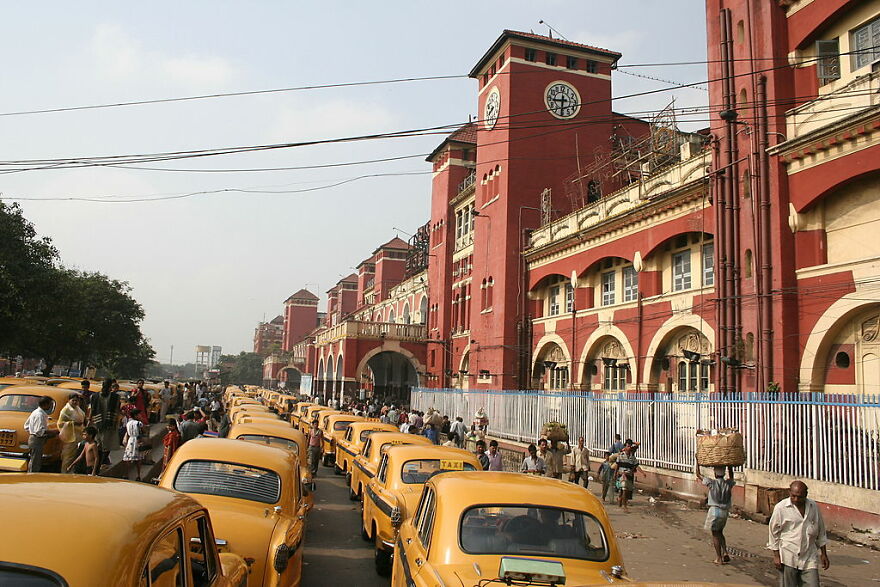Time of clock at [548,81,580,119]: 8:31
